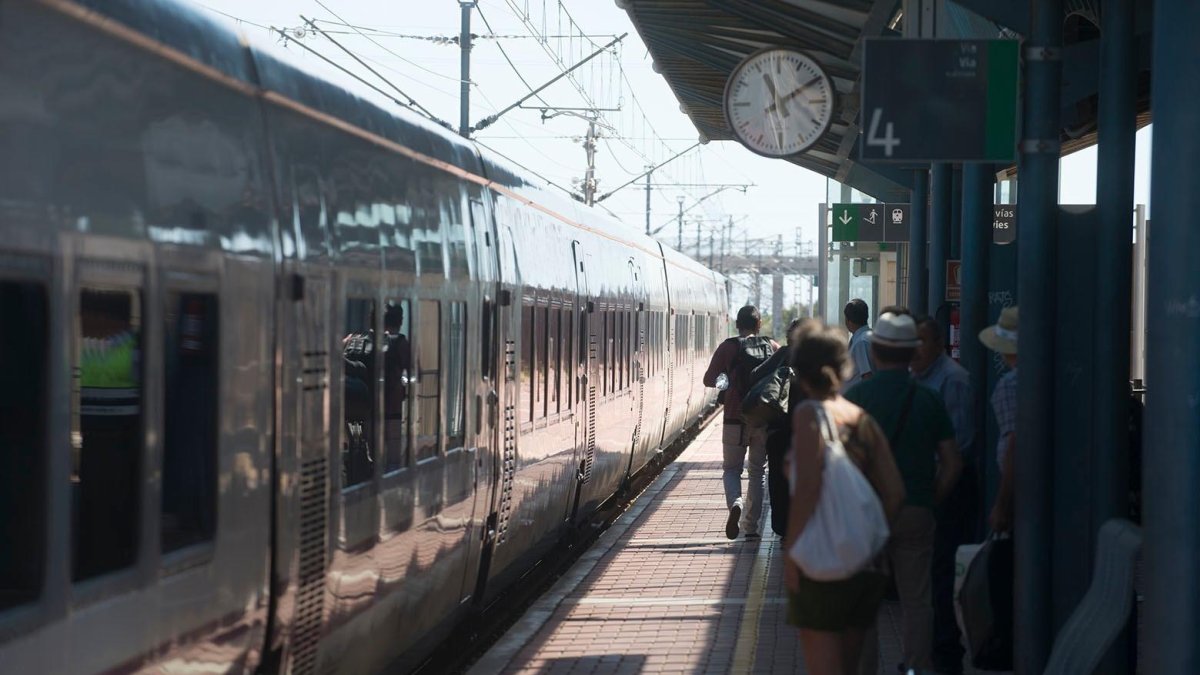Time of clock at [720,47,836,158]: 11:09
